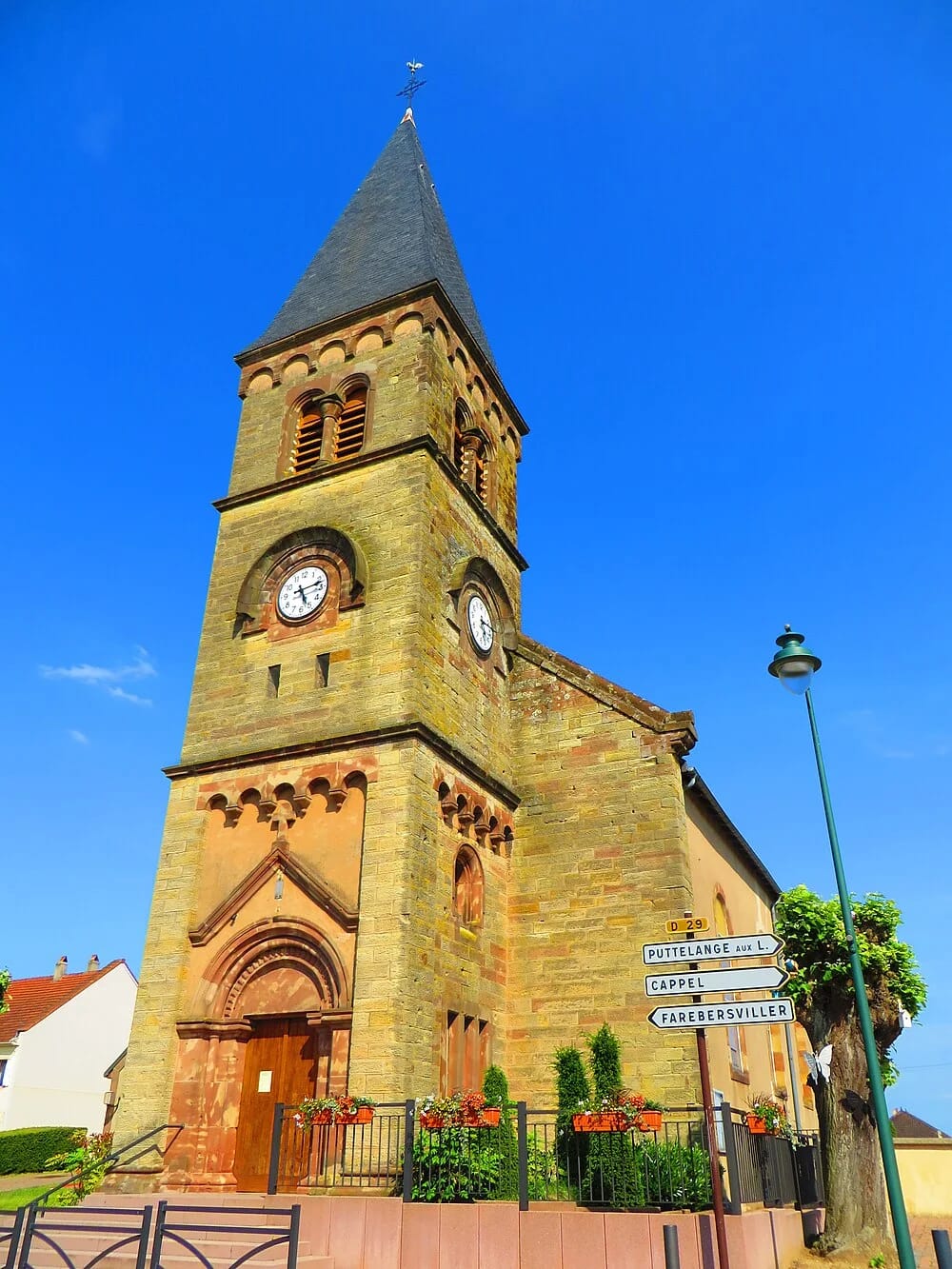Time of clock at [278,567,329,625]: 5:12
